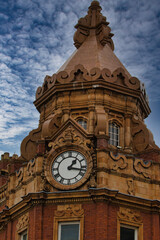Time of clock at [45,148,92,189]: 1:17
